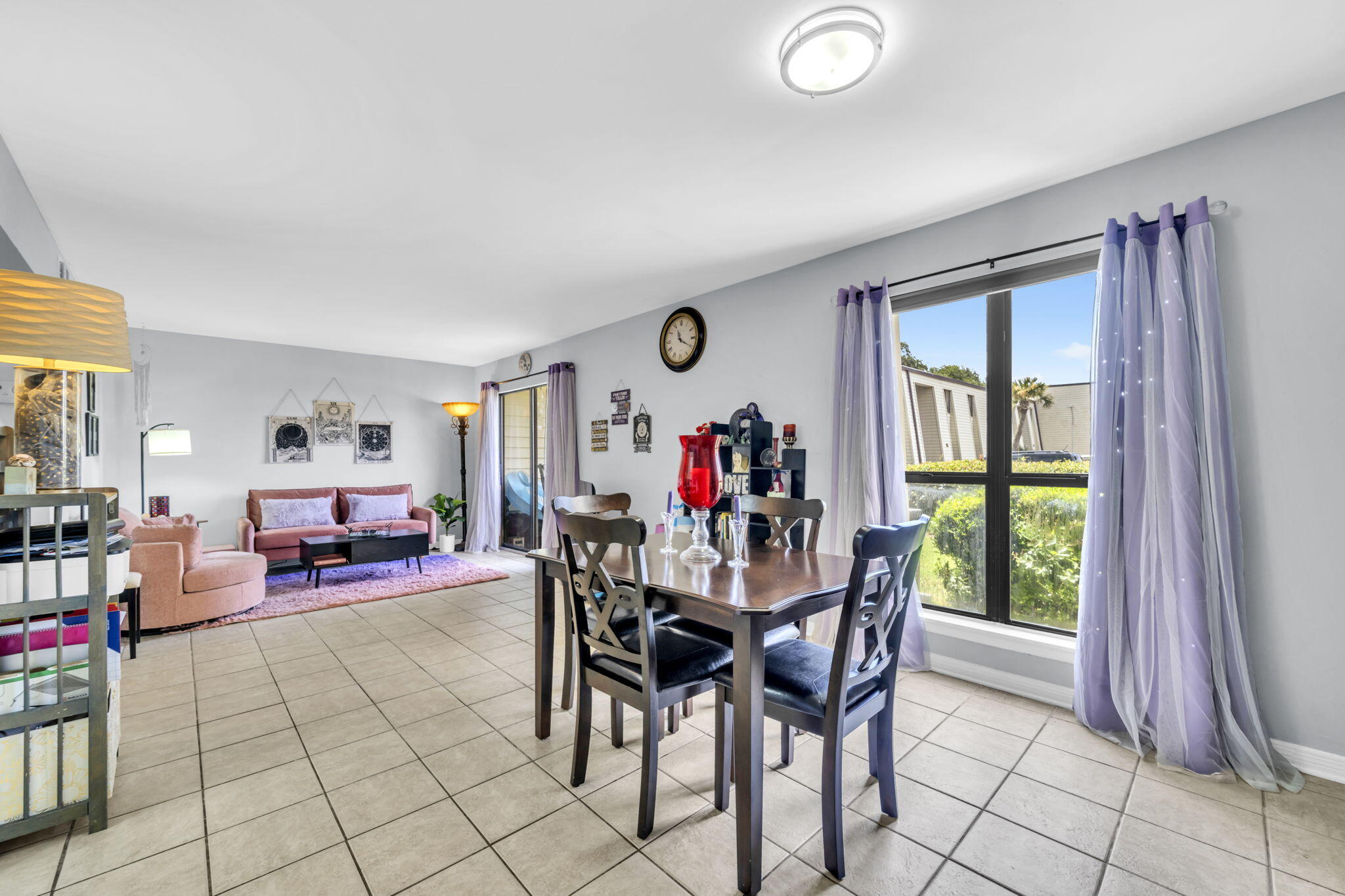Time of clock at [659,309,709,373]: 11:19
